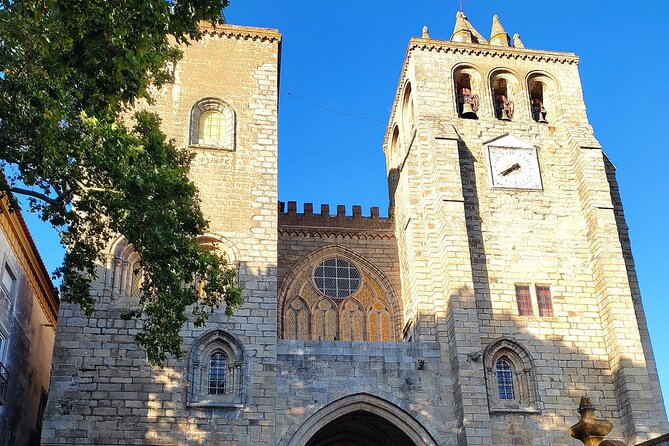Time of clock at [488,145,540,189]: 7:40
